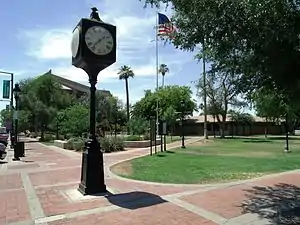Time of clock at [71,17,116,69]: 1:37
